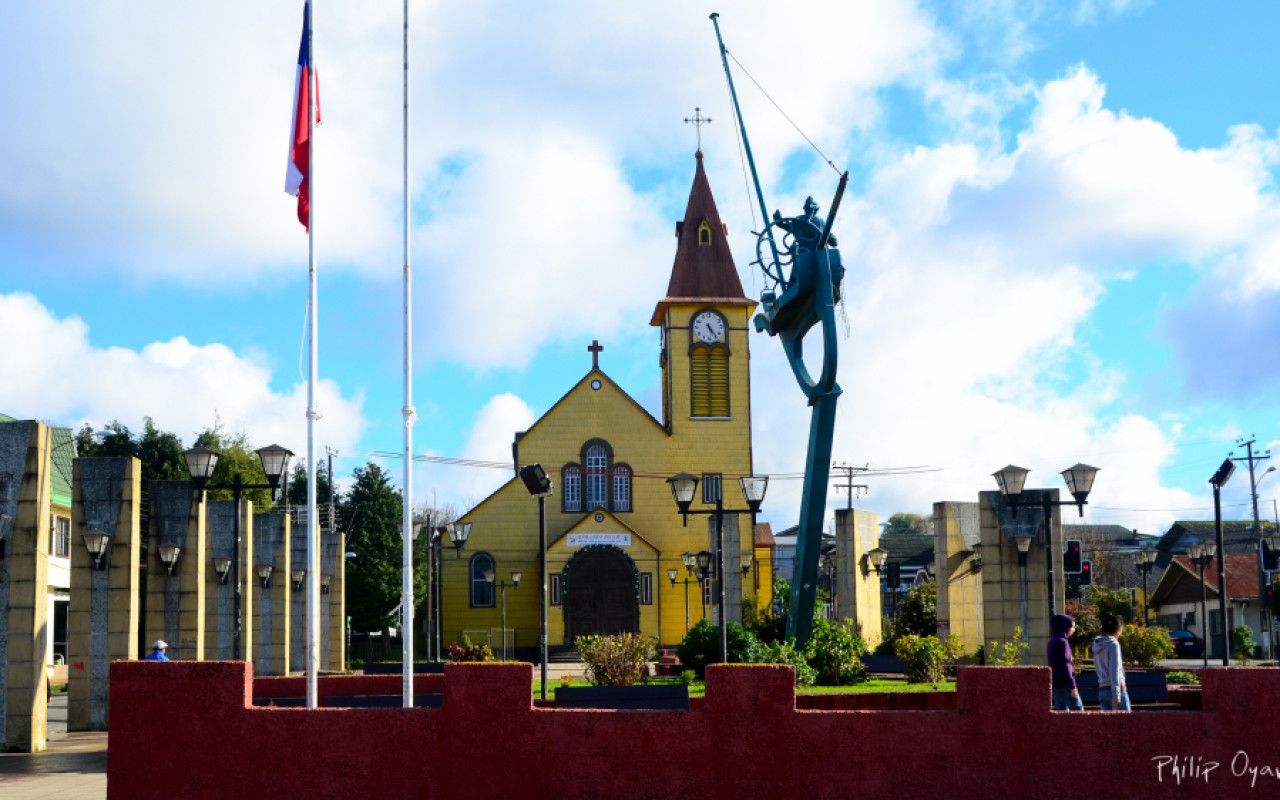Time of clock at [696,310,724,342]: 5:24
